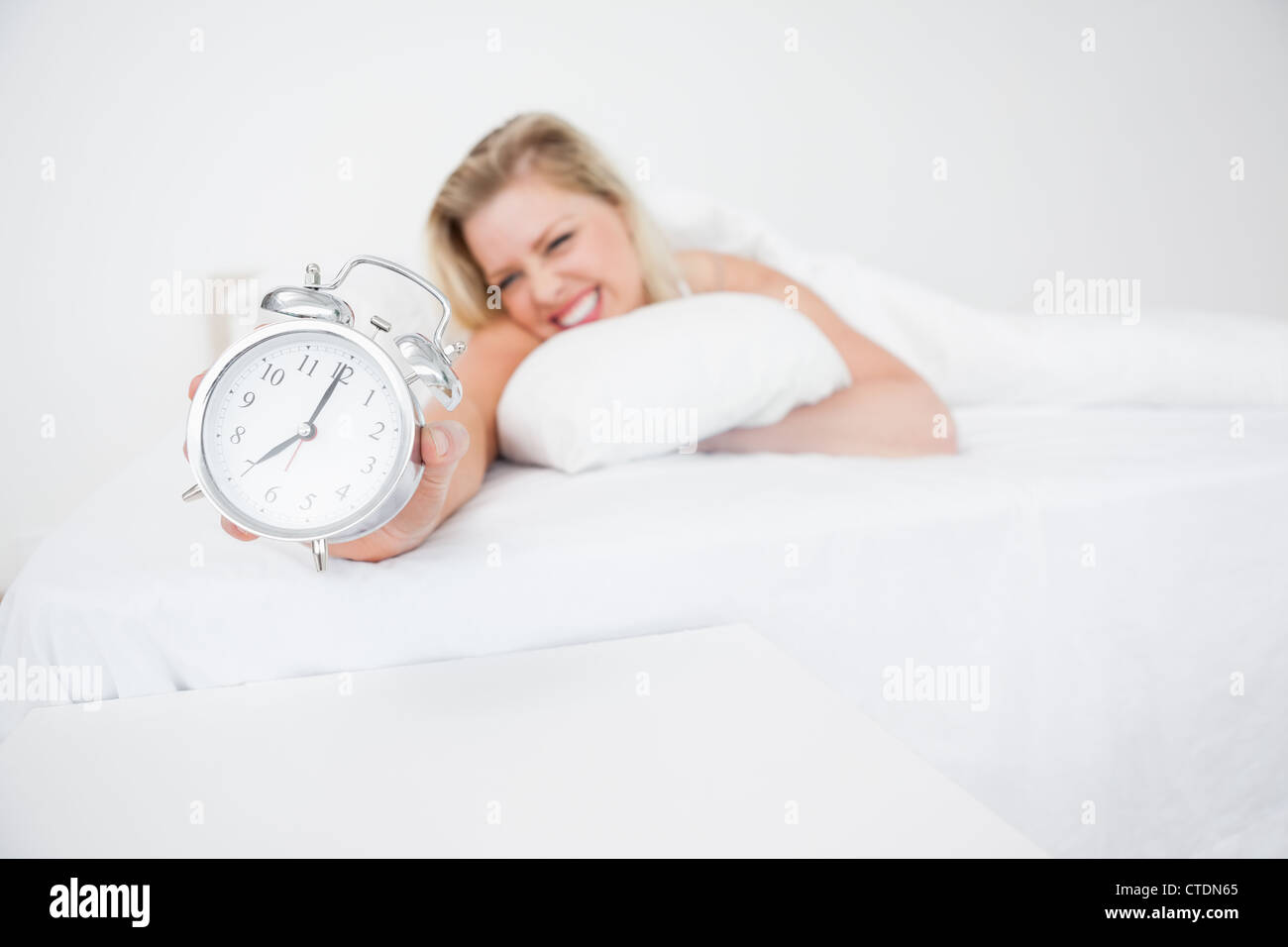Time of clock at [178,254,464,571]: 8:05
